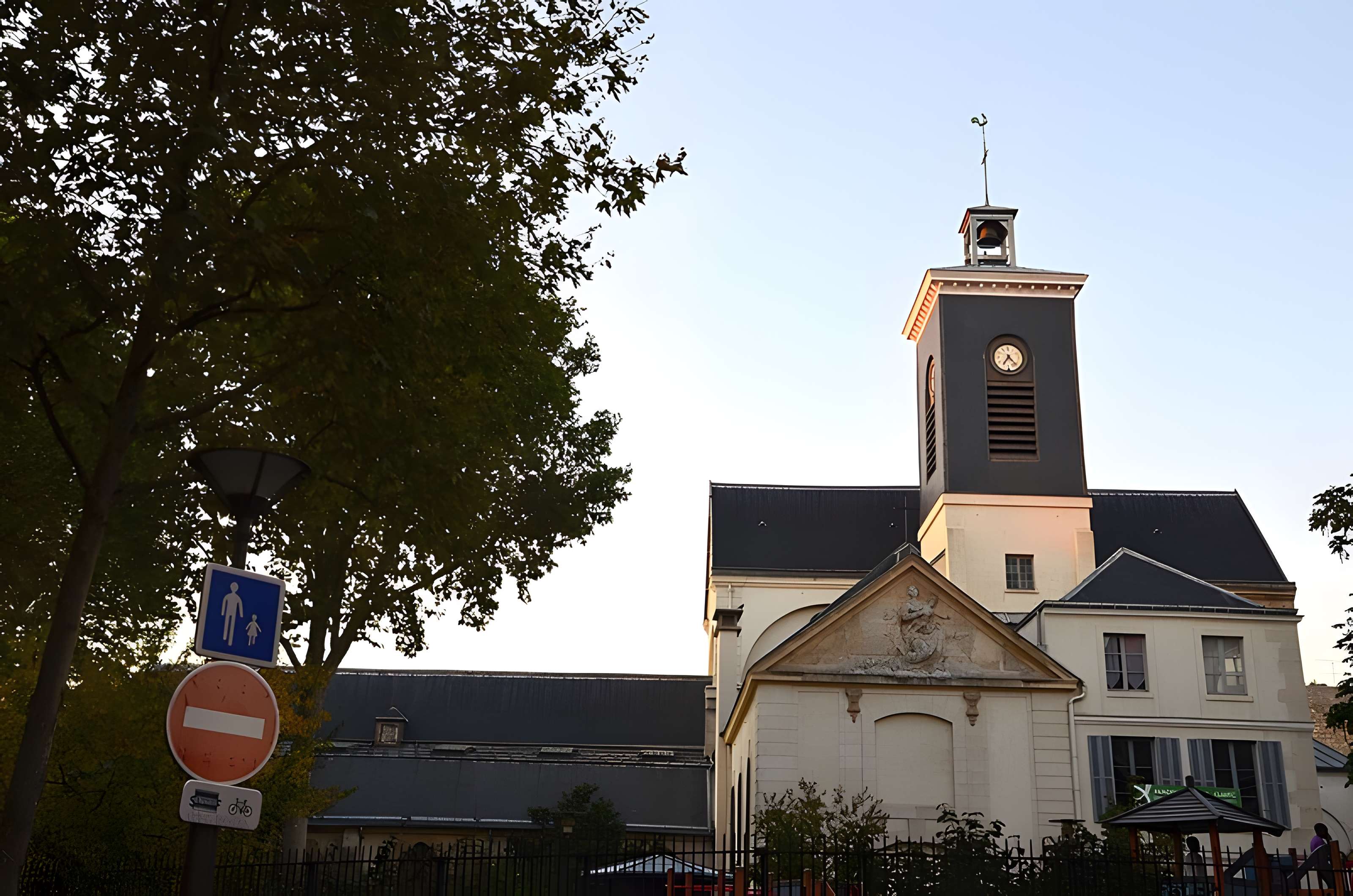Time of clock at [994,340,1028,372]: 7:23
